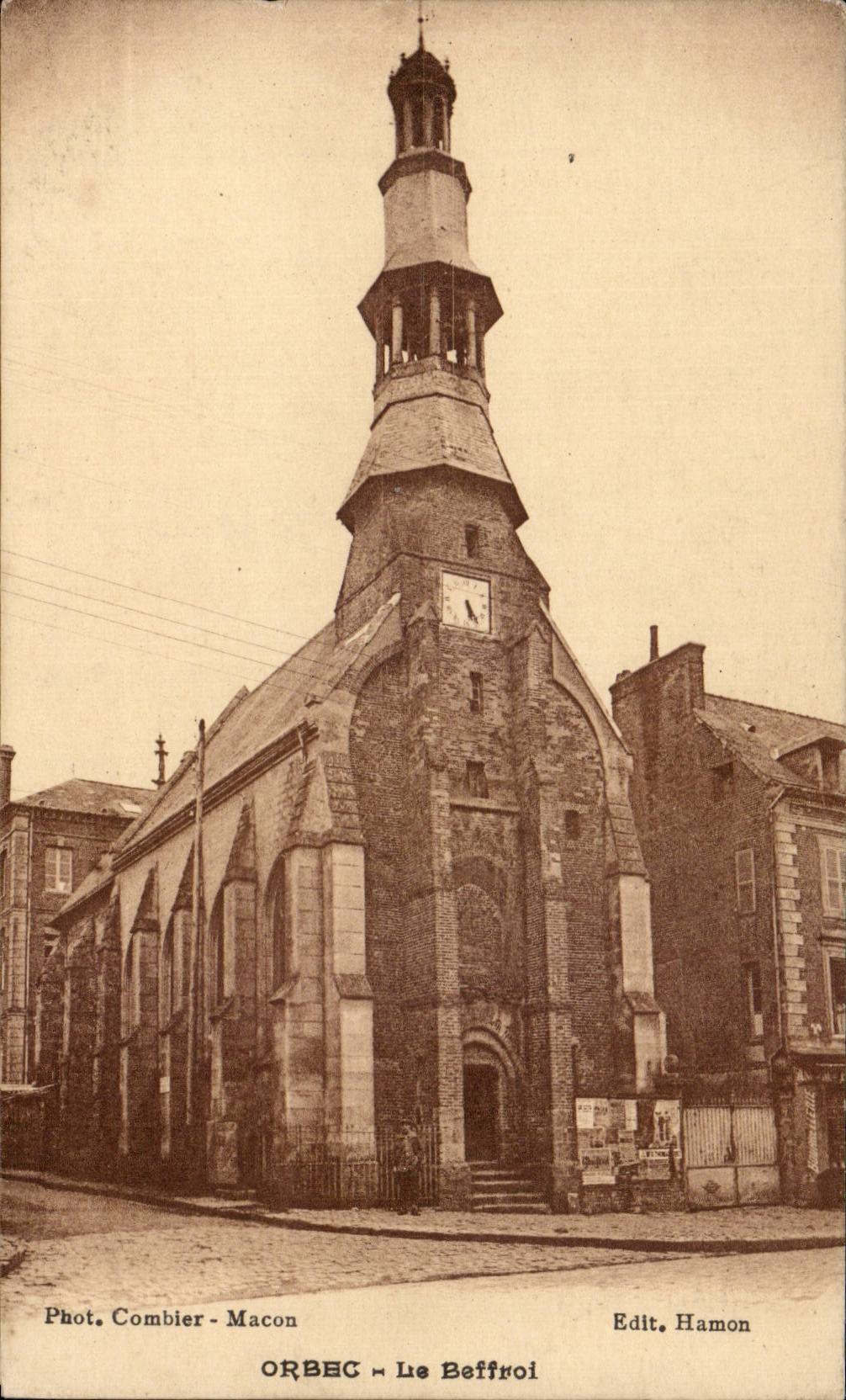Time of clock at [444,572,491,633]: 5:24
